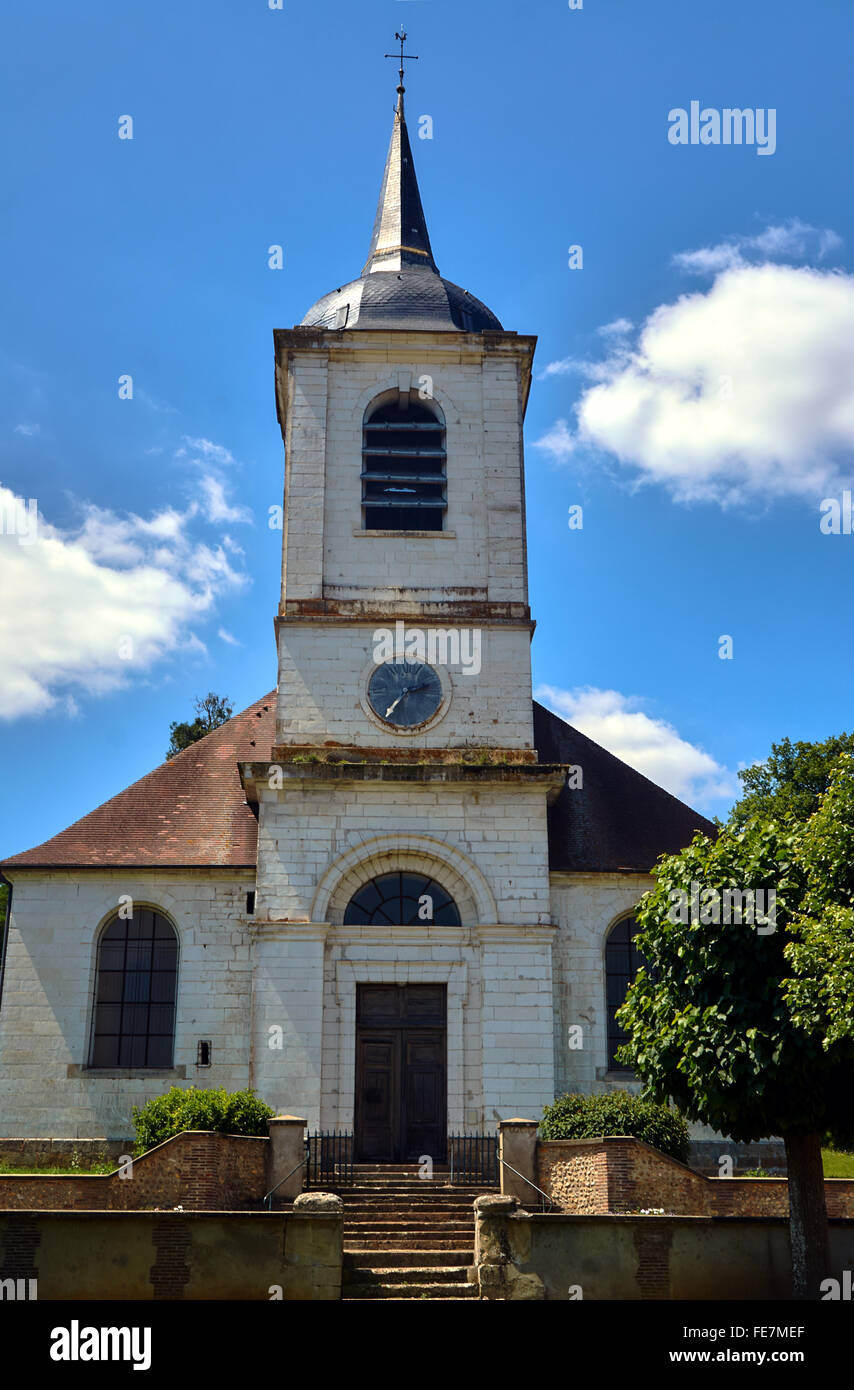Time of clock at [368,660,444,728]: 2:36
